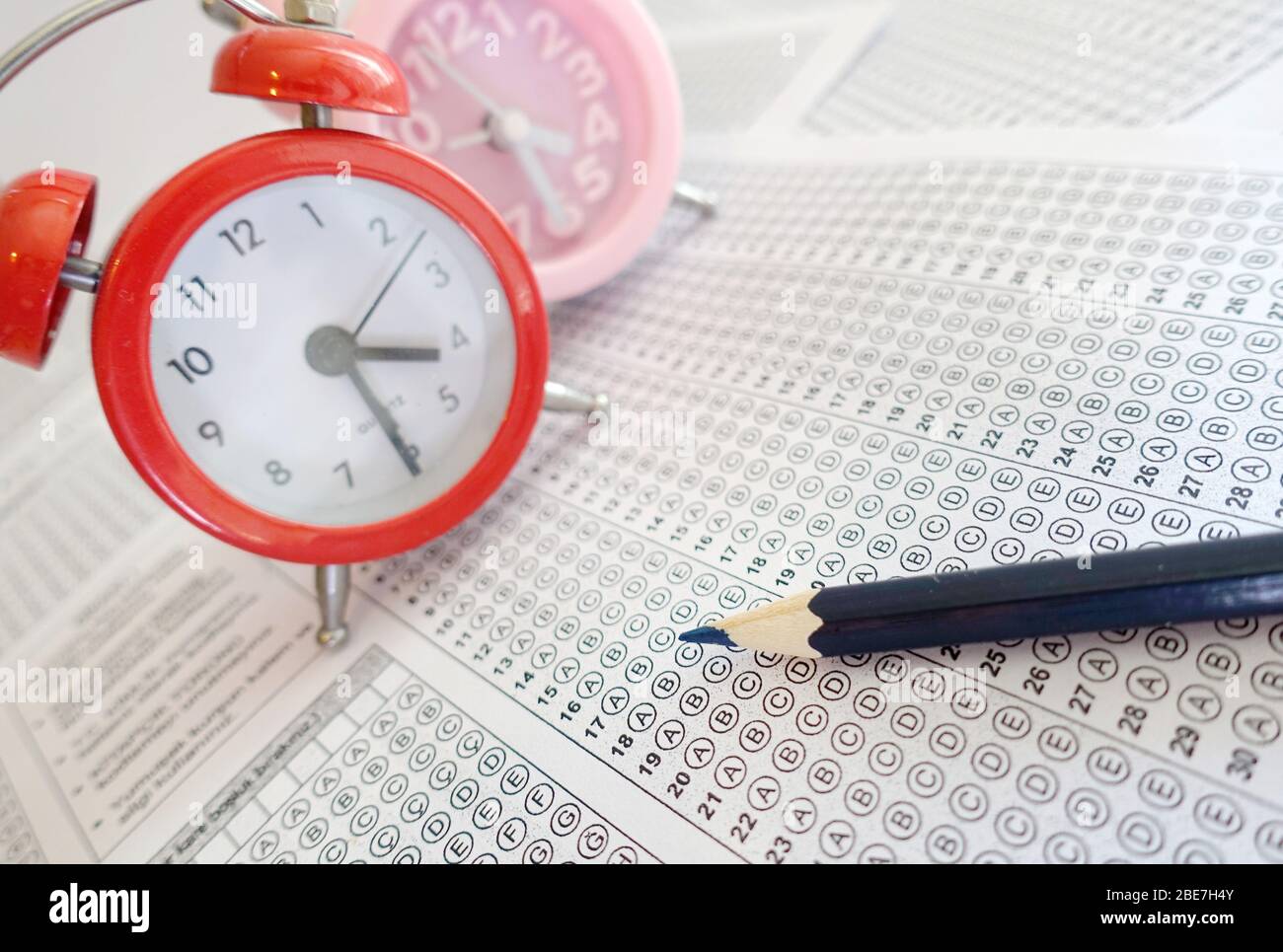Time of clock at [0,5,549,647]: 3:25
